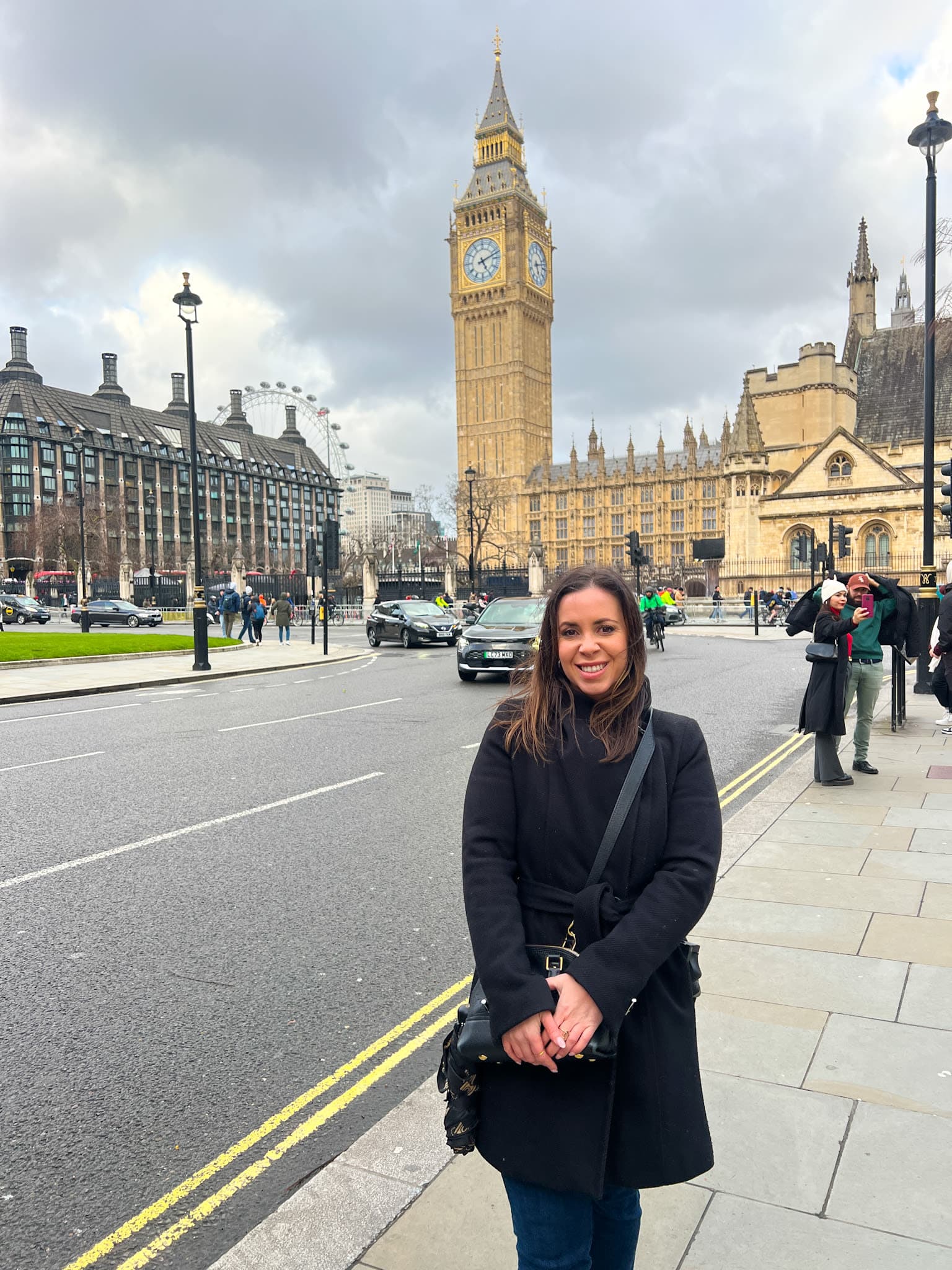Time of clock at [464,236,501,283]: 5:11
